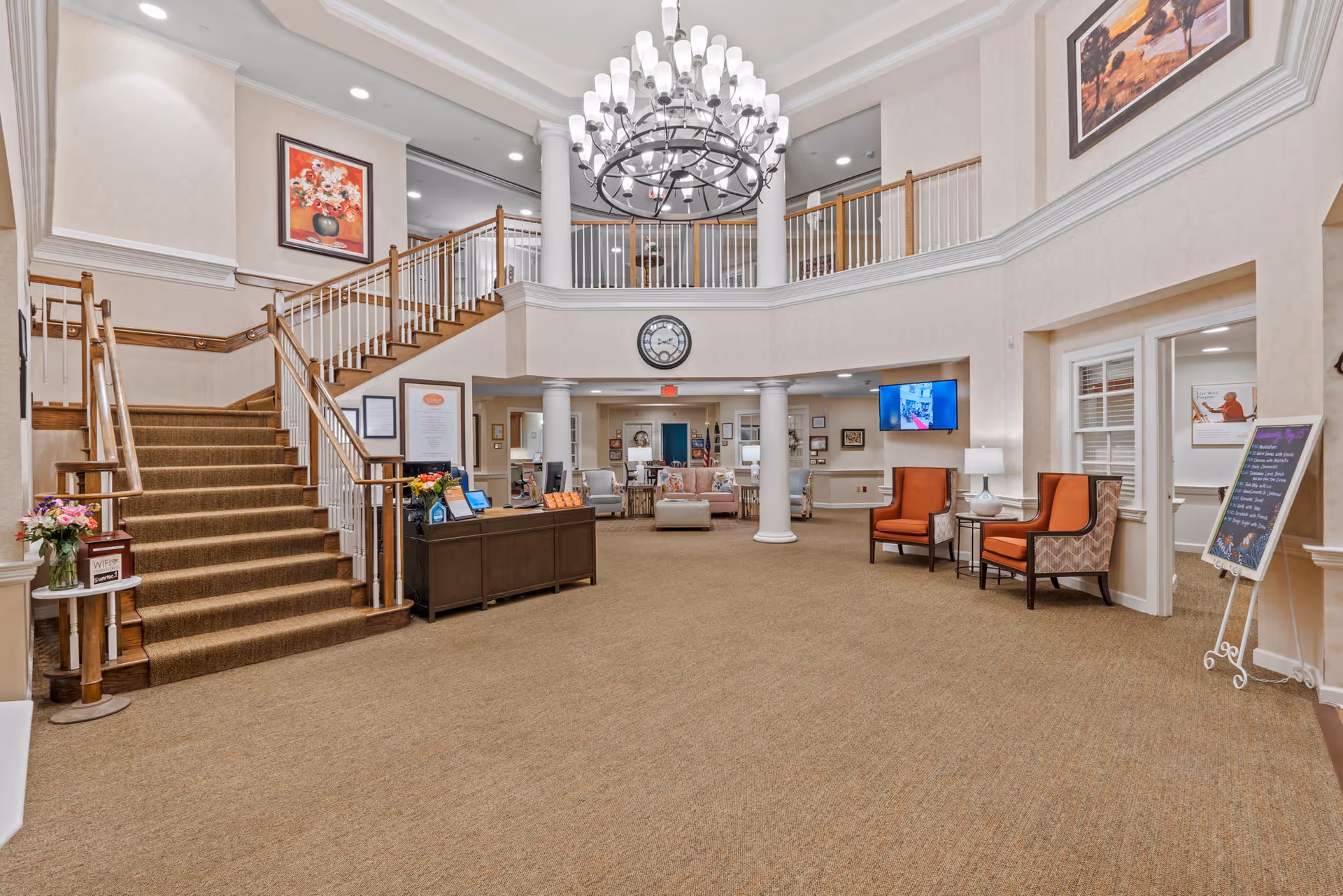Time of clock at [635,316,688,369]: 2:18
